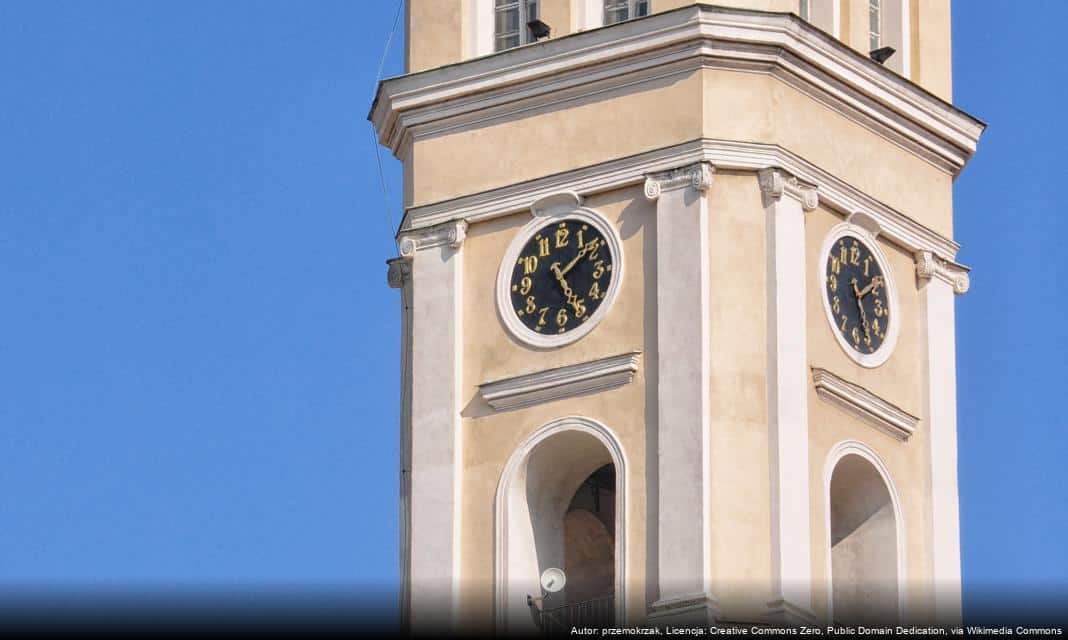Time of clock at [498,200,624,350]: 5:08
